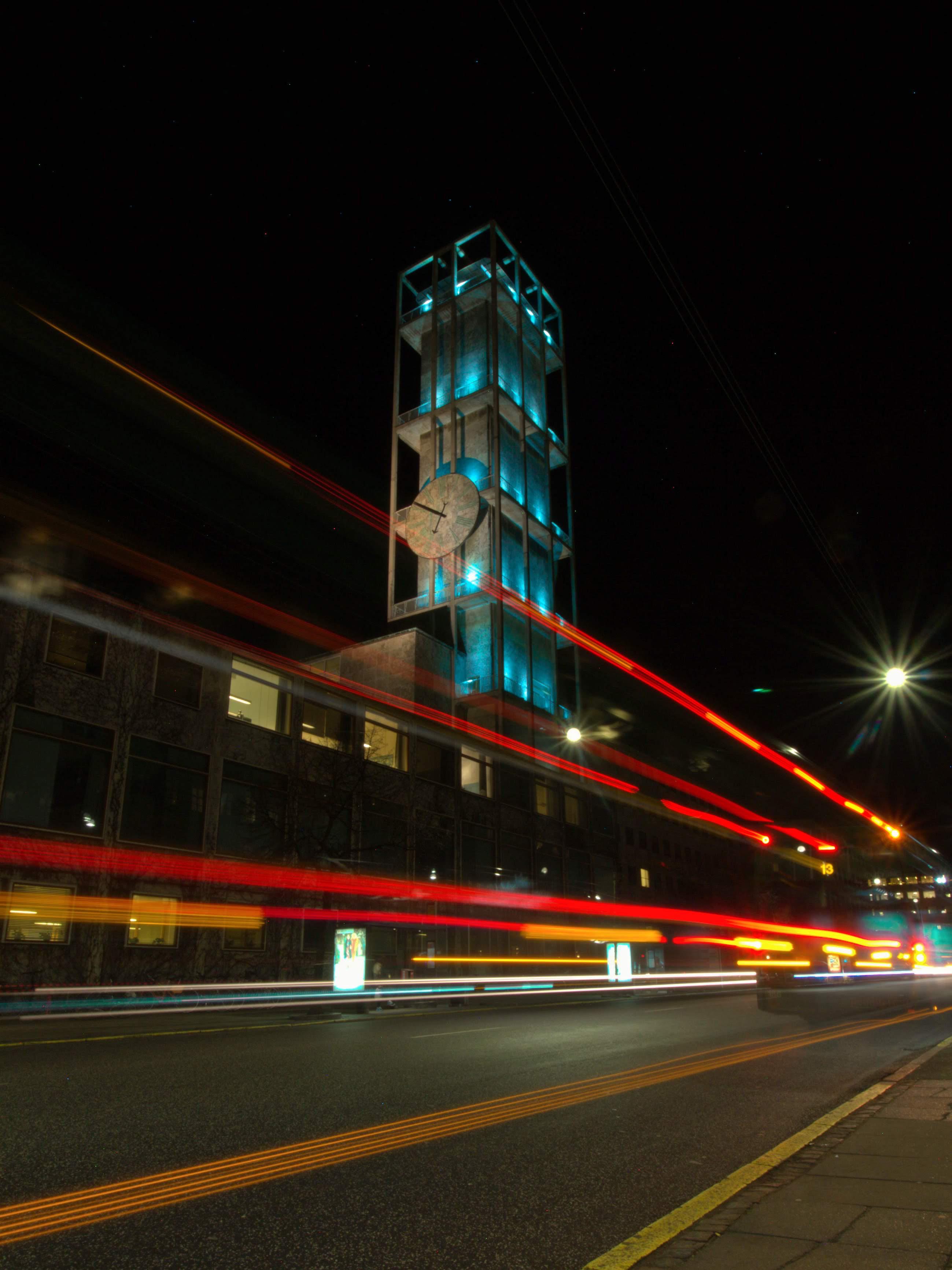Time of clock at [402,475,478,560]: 6:48
